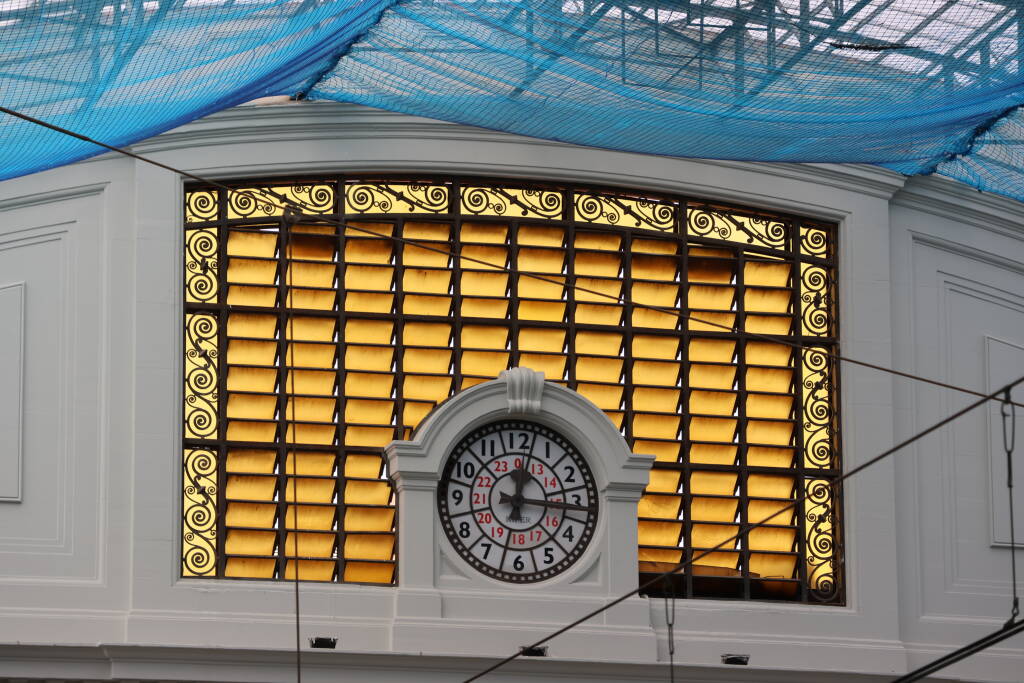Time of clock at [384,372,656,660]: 12:16
